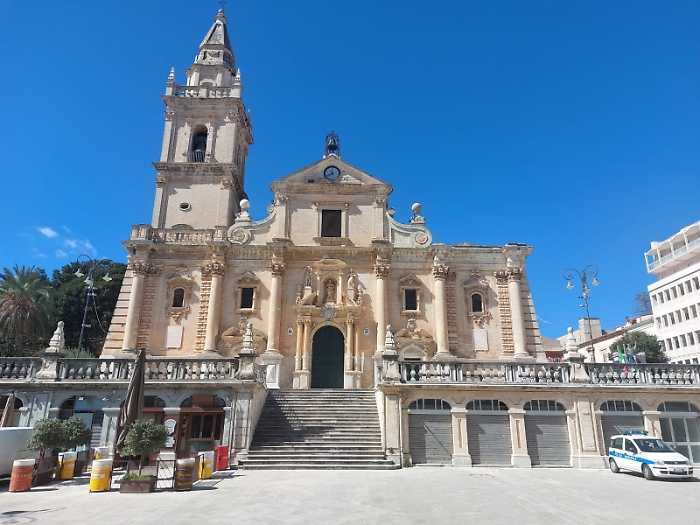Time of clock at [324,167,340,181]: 11:40
